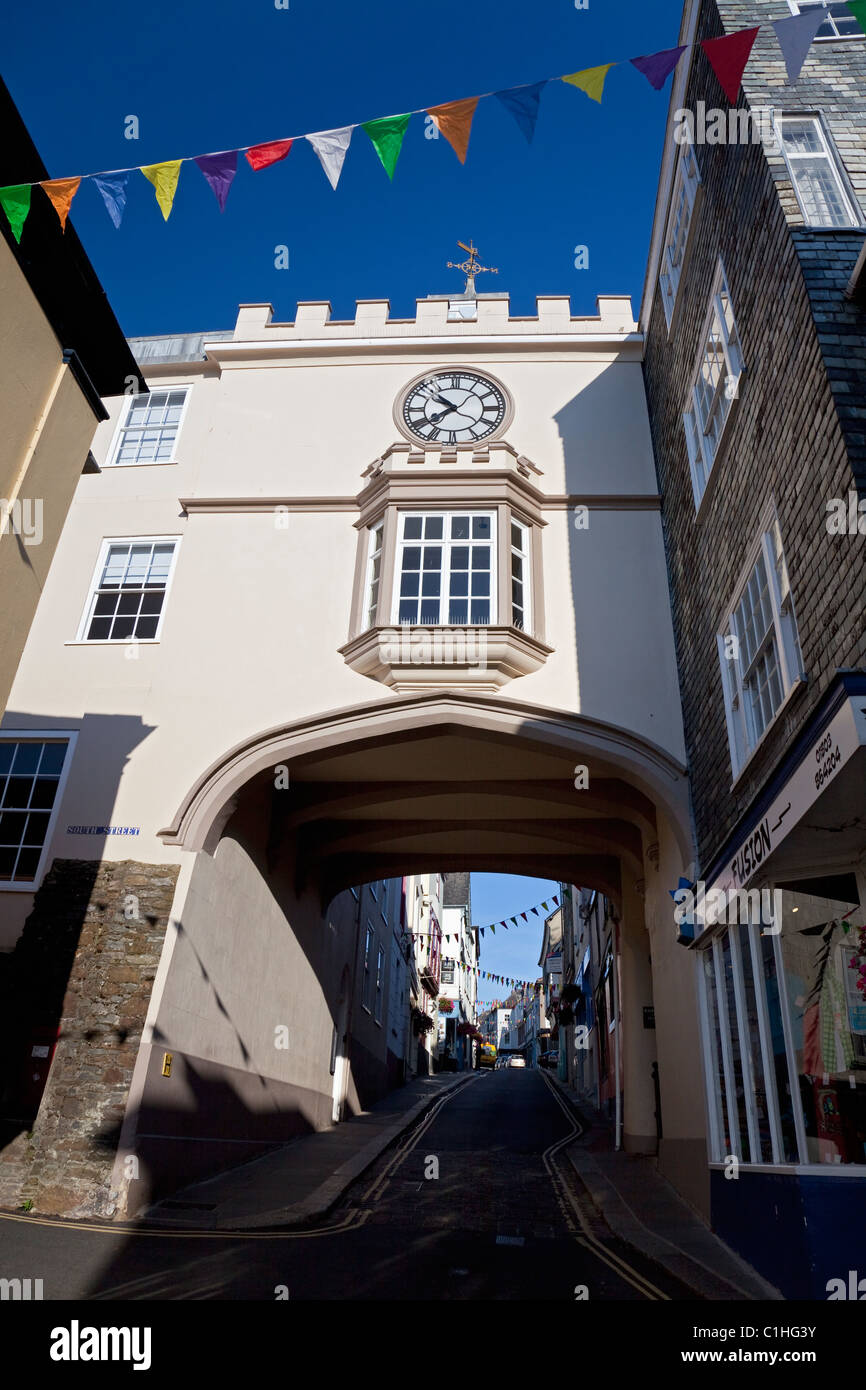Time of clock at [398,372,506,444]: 10:38
